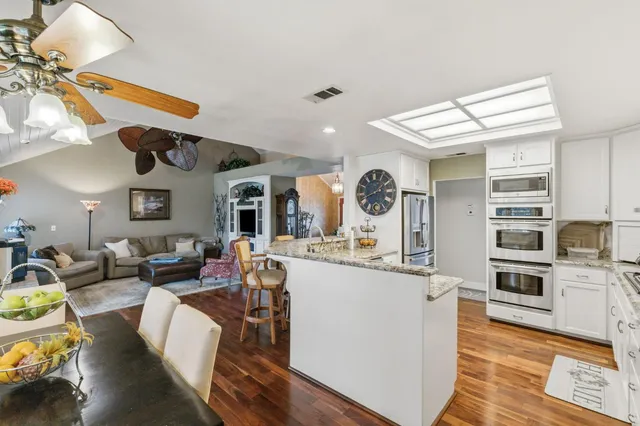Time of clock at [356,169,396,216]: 1:41
